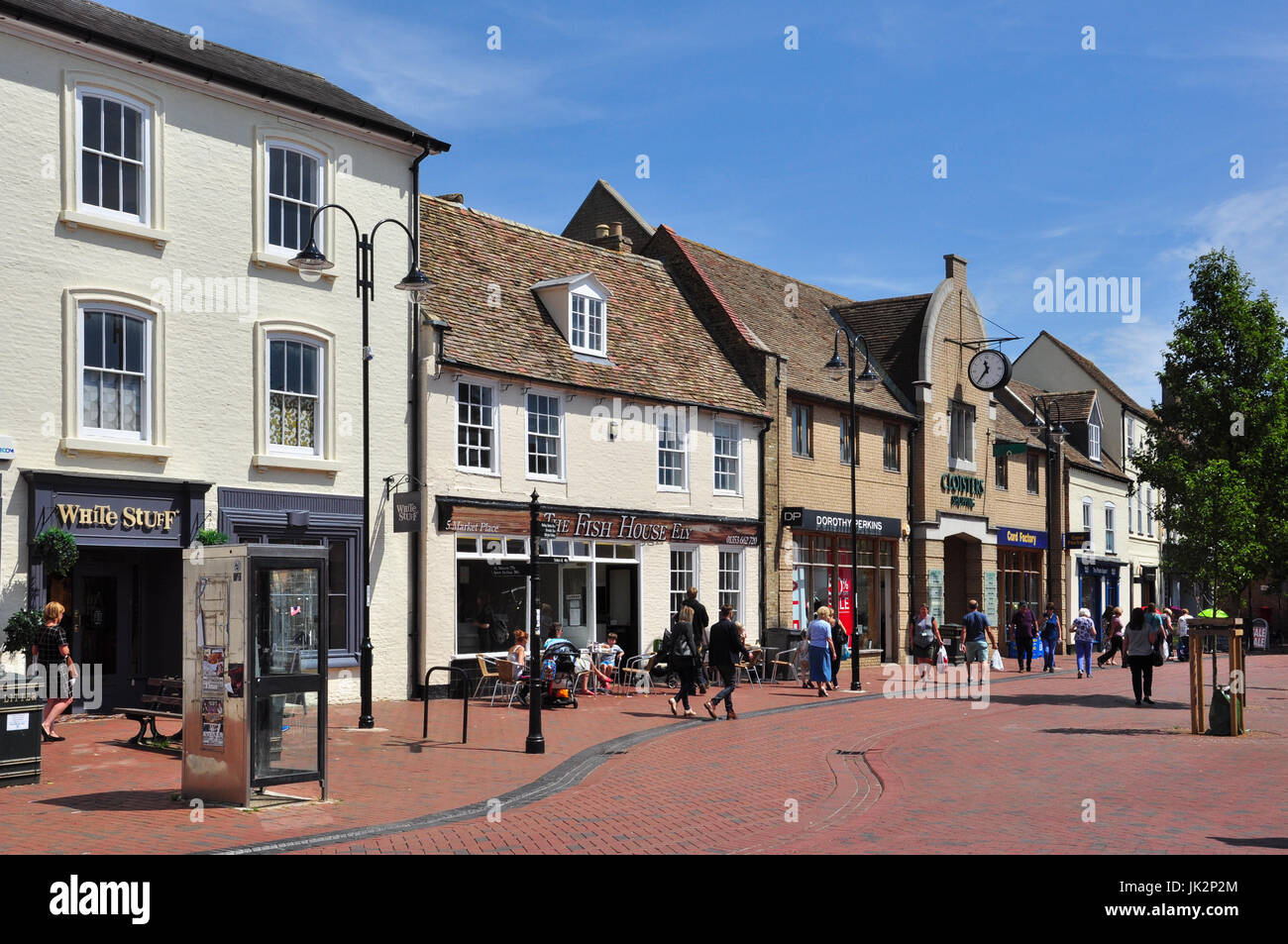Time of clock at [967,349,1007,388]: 11:36
